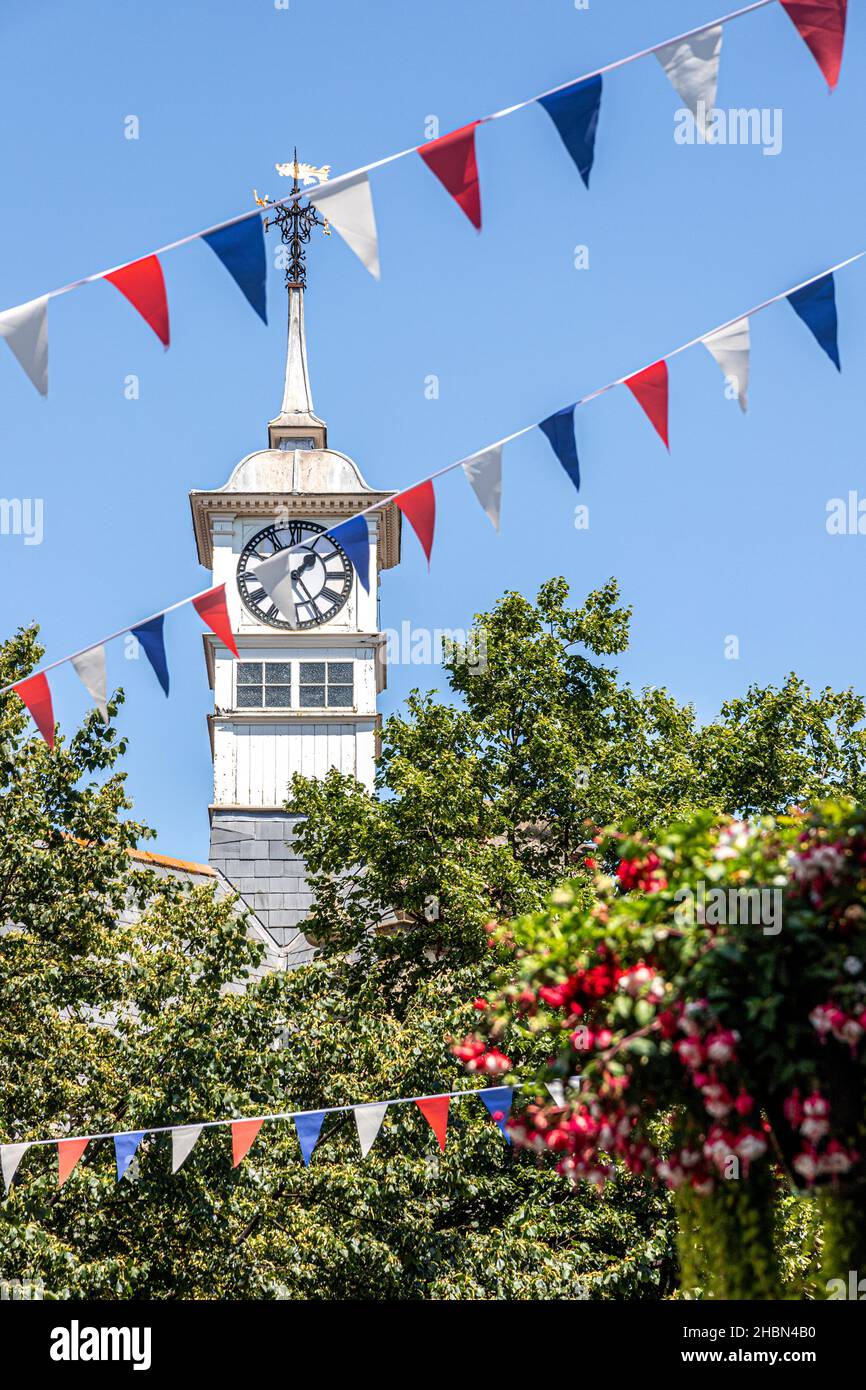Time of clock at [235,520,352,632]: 1:24
